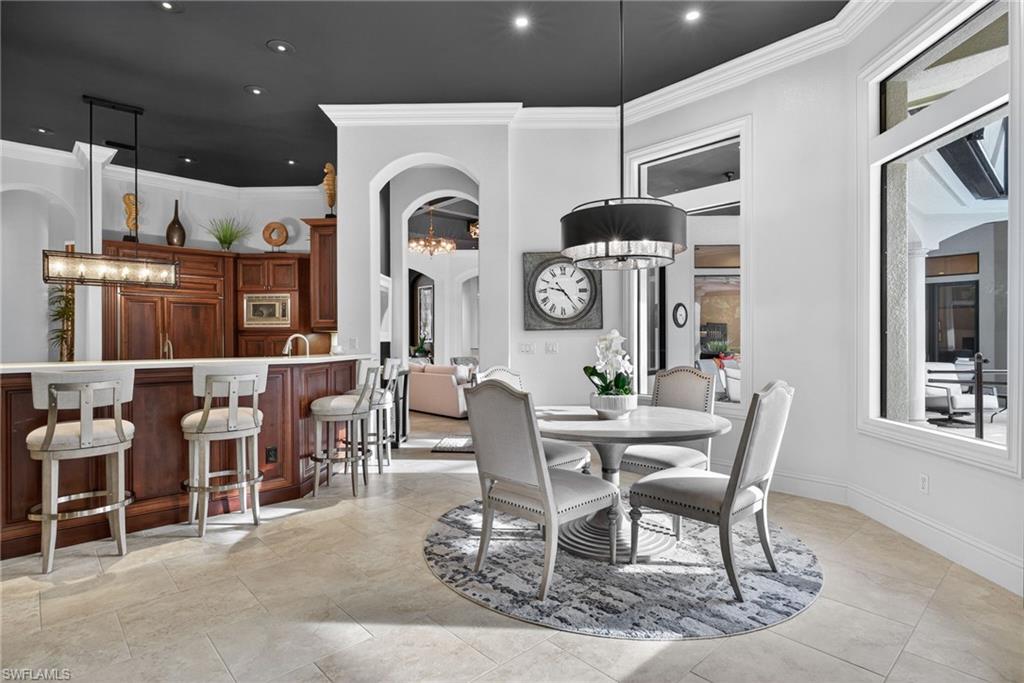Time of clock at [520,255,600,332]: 9:23
